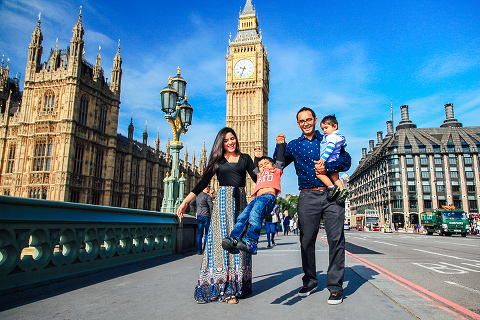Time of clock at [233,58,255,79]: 9:33
